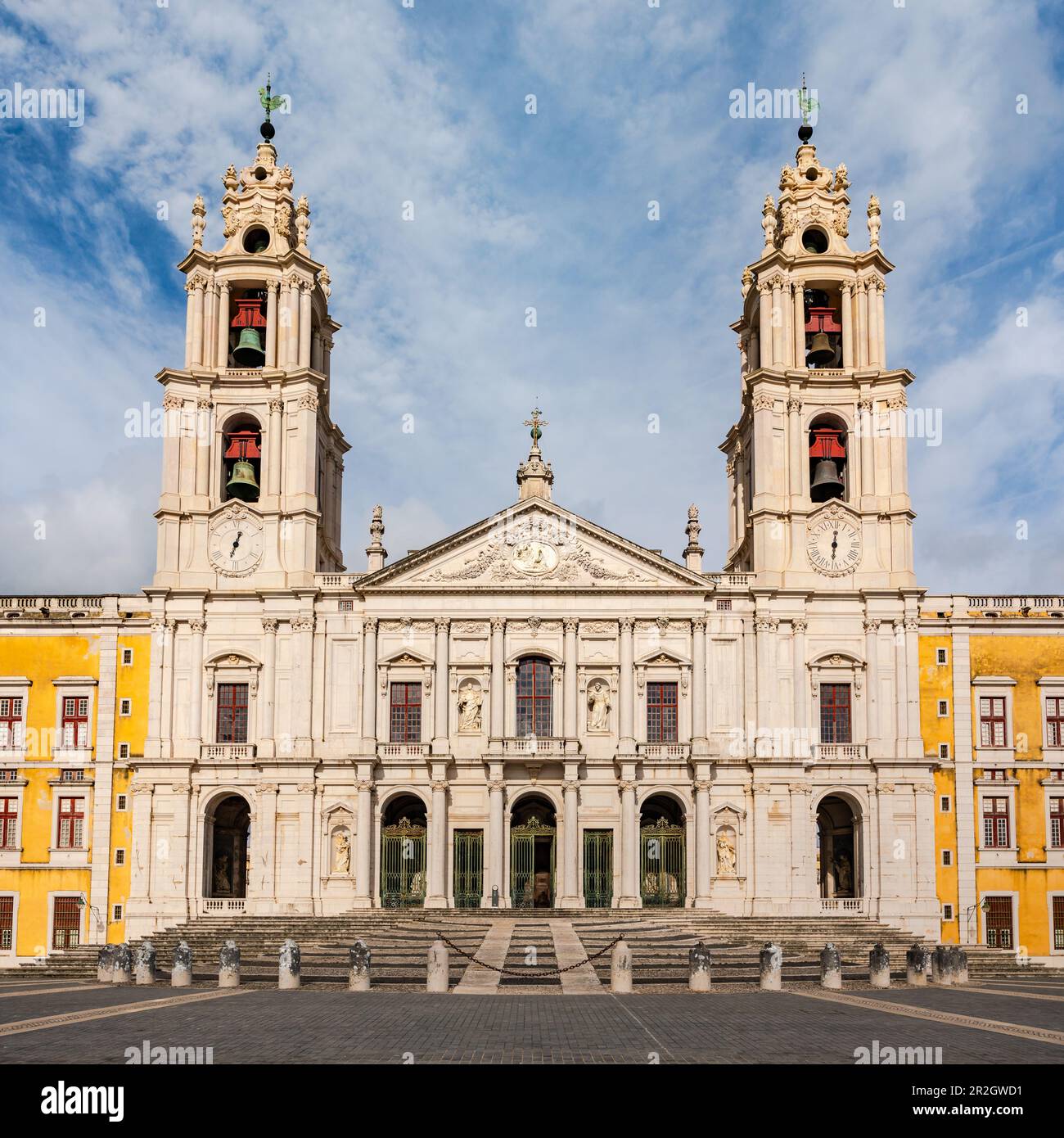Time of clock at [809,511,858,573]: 6:00
